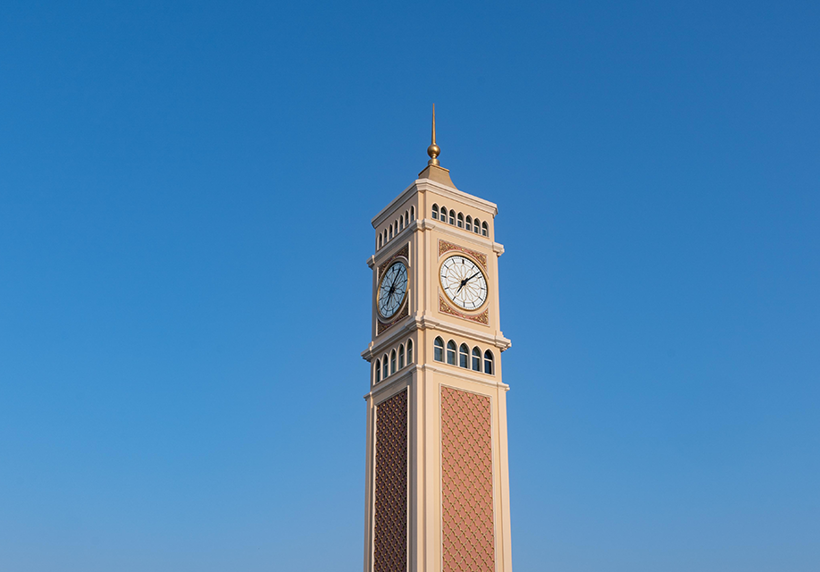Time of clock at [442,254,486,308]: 7:08
